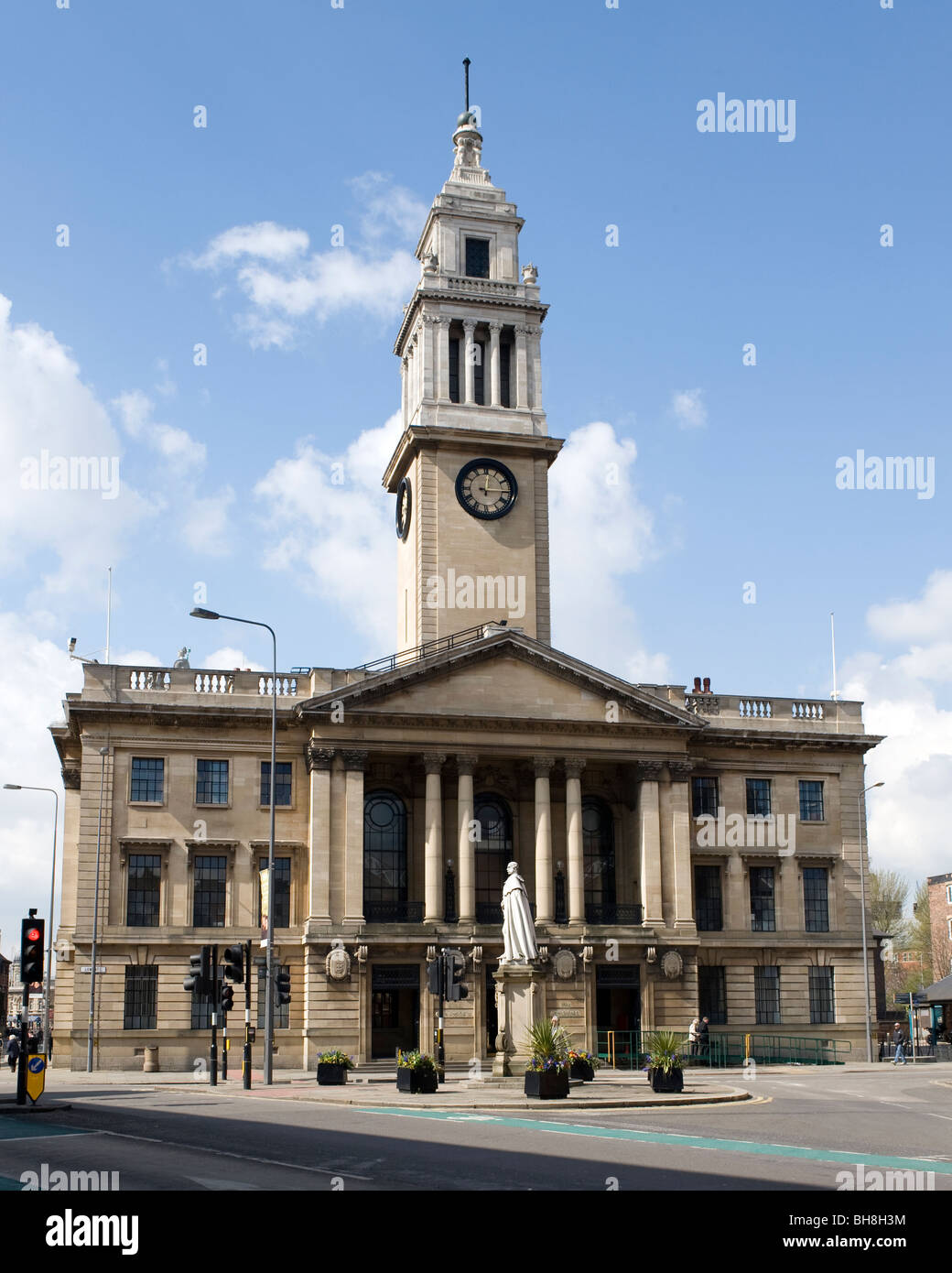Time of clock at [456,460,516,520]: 12:15
